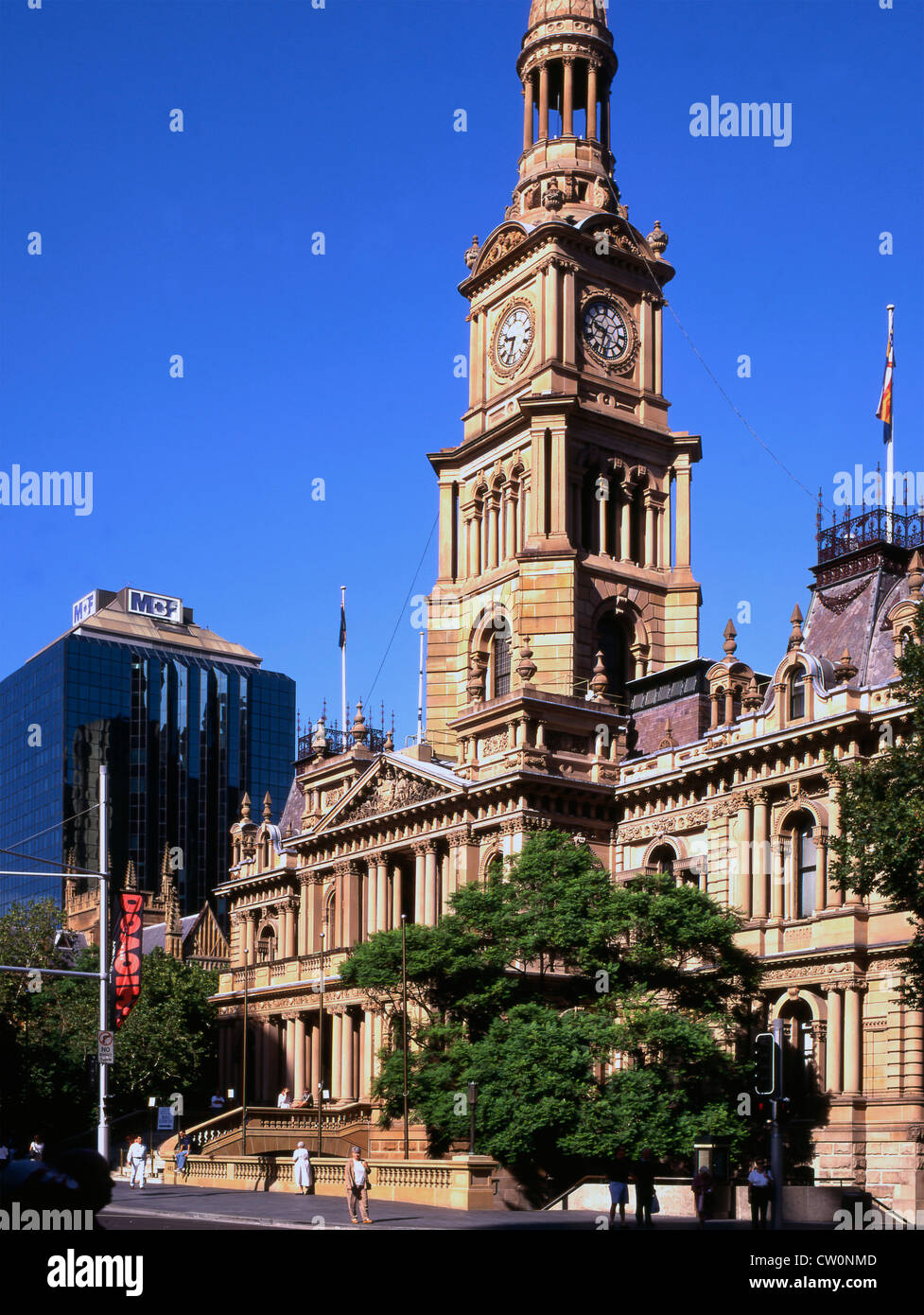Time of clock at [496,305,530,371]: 9:33
